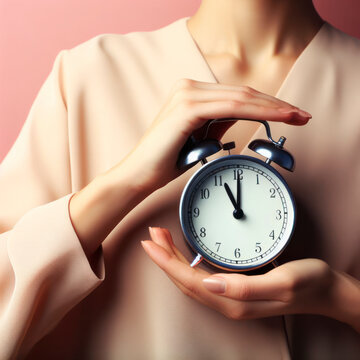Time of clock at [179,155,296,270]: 11:00
